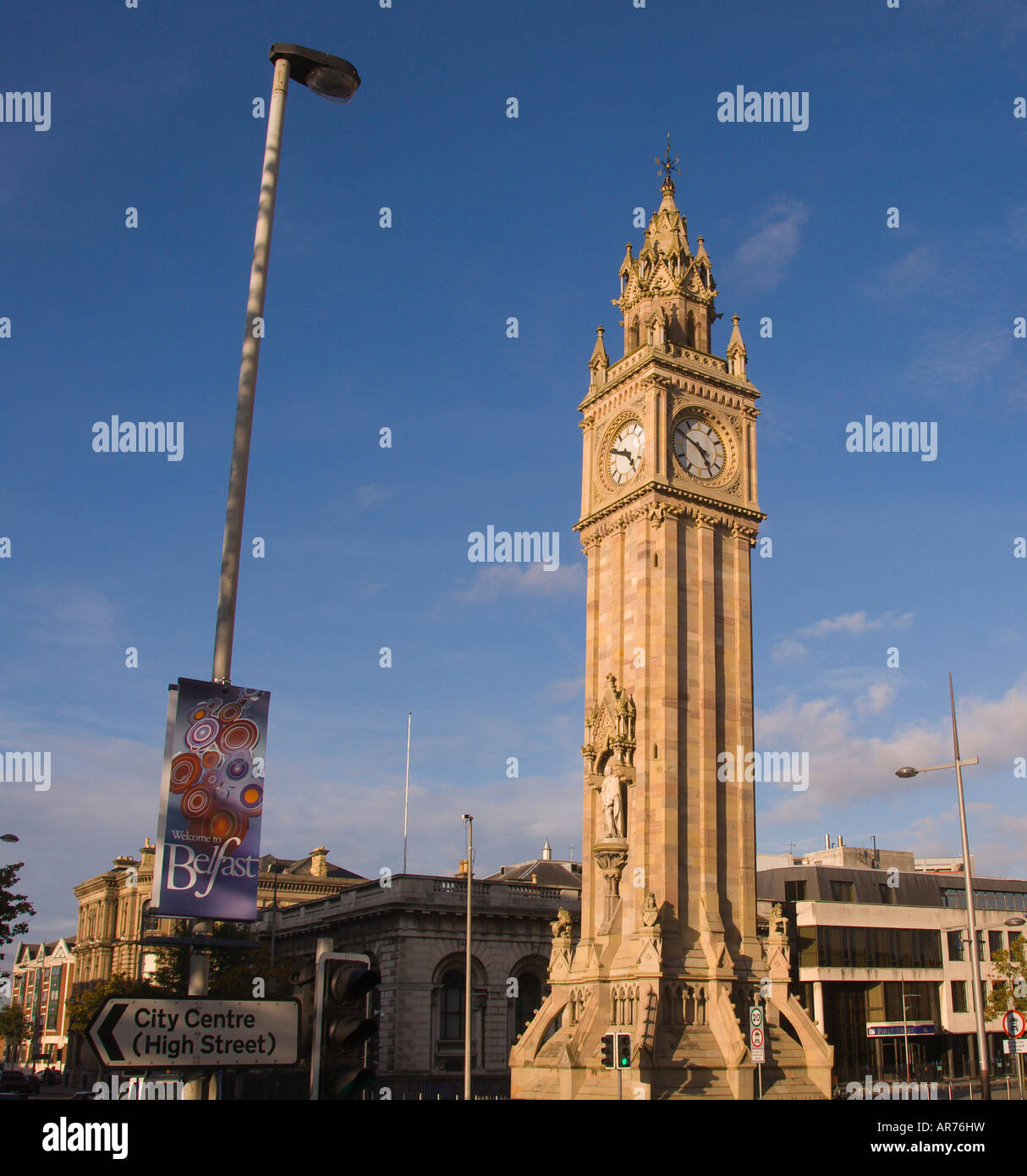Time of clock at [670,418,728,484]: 4:49
